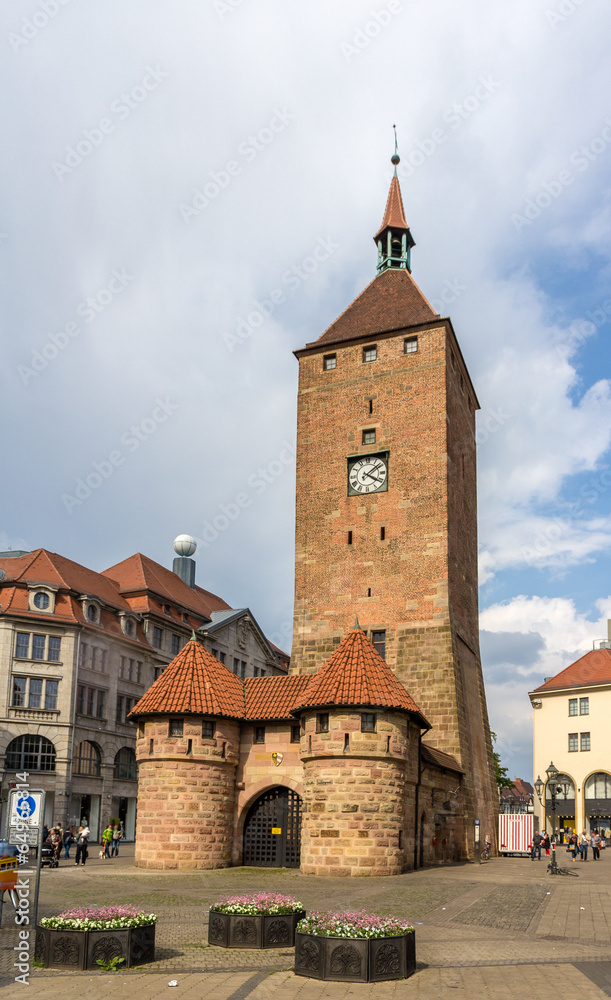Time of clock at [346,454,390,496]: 4:08
